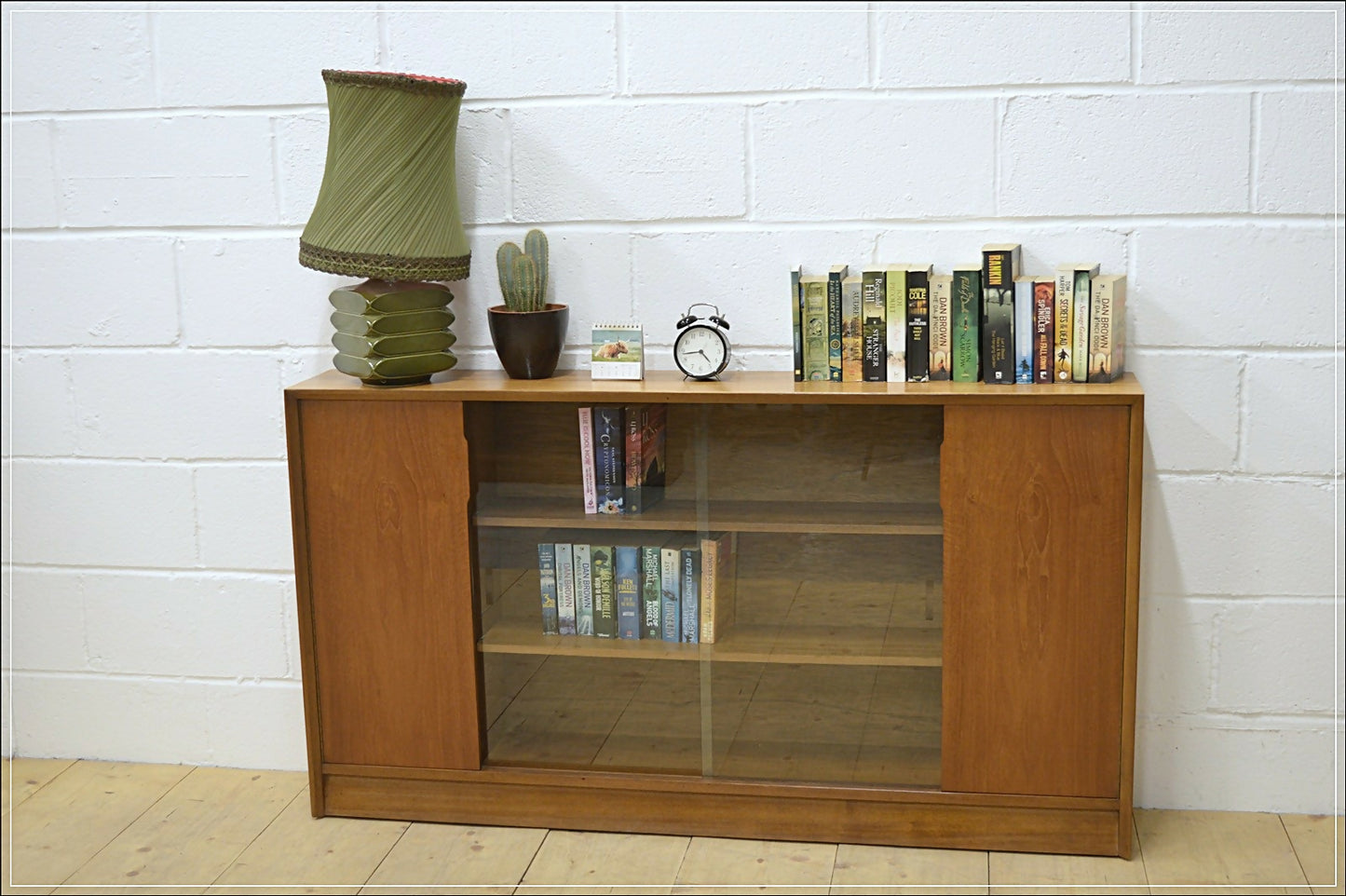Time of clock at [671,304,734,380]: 4:43
